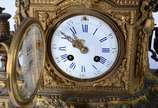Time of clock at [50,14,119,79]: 10:50
